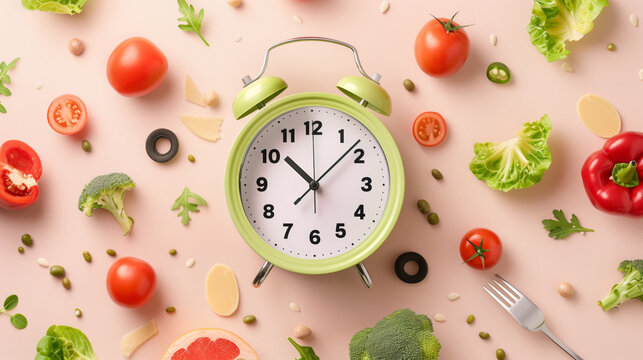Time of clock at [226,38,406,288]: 10:07
